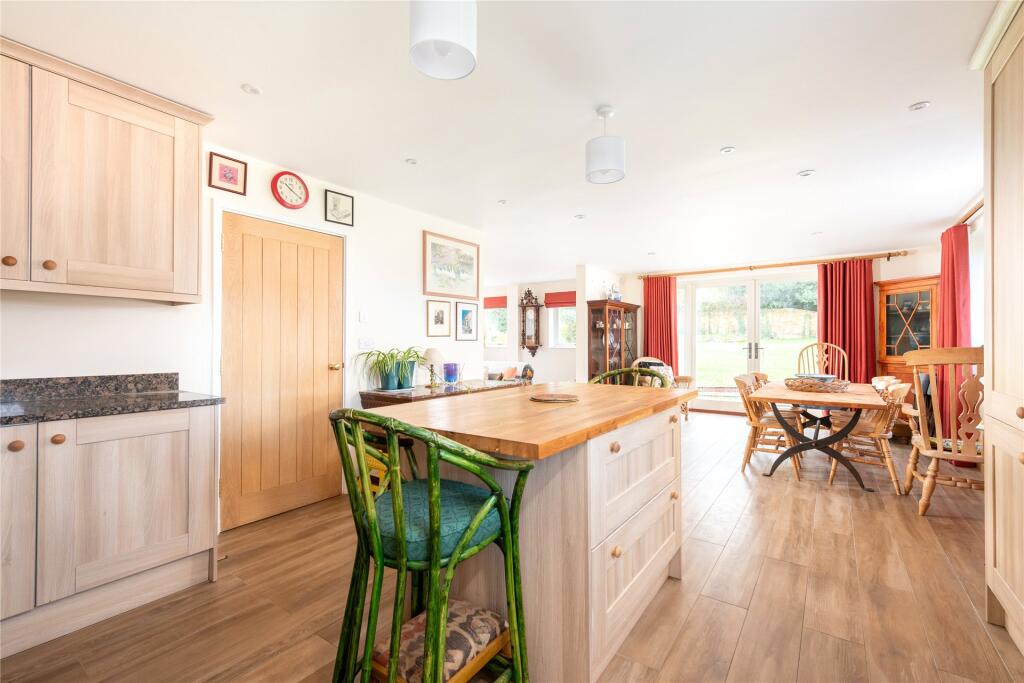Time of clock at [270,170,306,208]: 10:20
